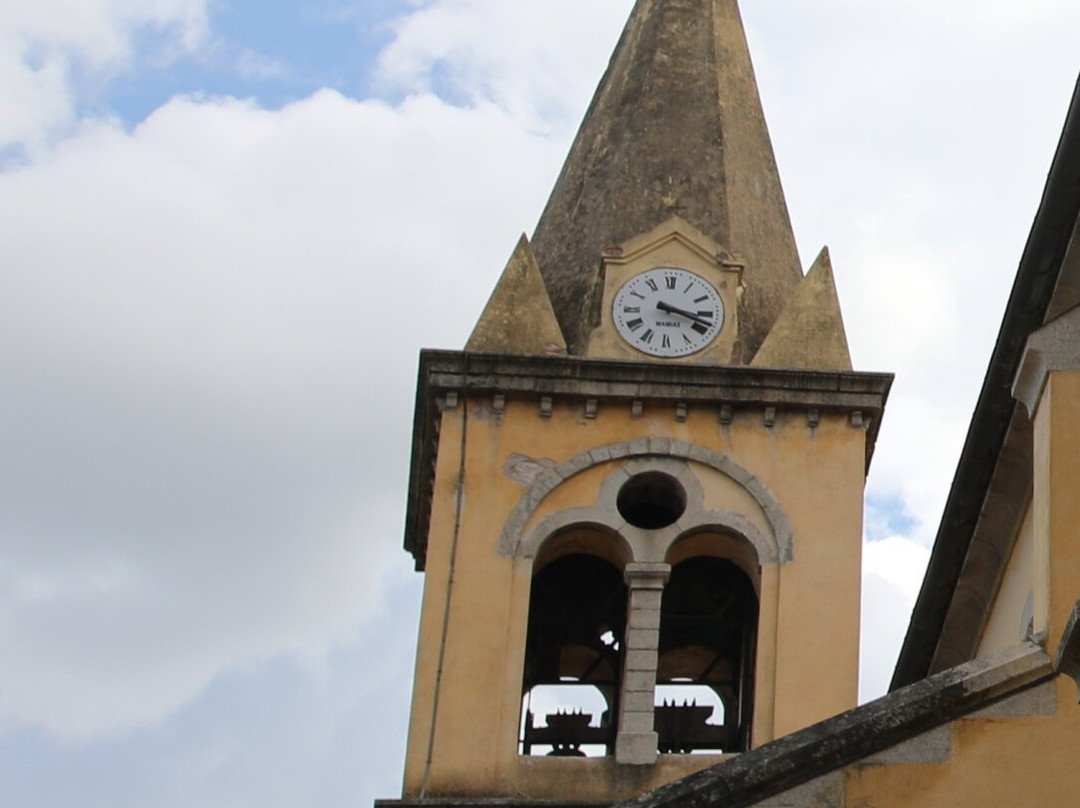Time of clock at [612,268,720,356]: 3:18
